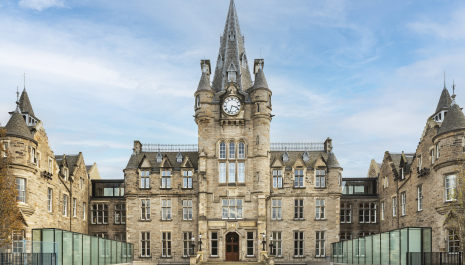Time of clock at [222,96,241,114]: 3:33
